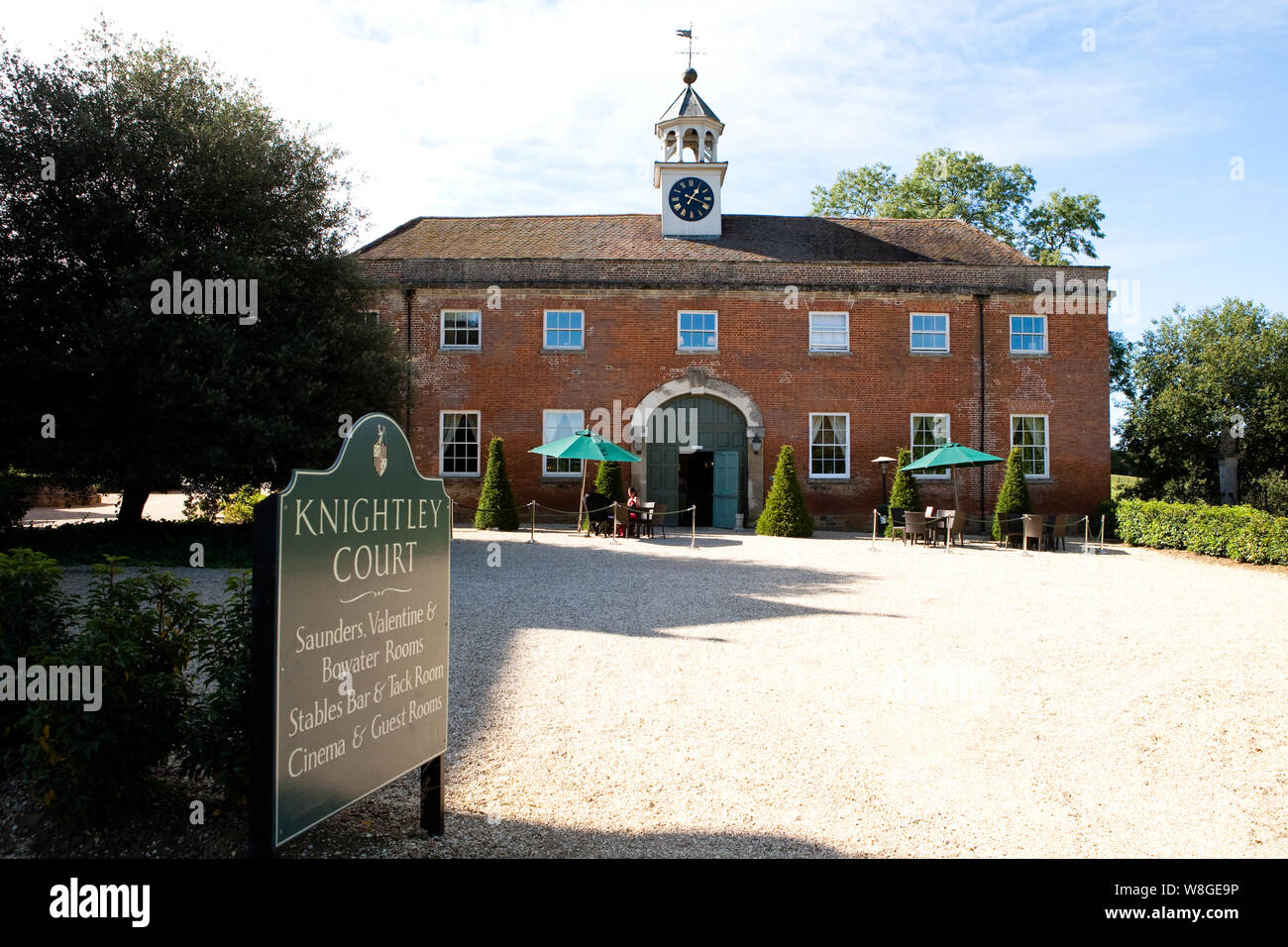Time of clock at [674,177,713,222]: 1:18
